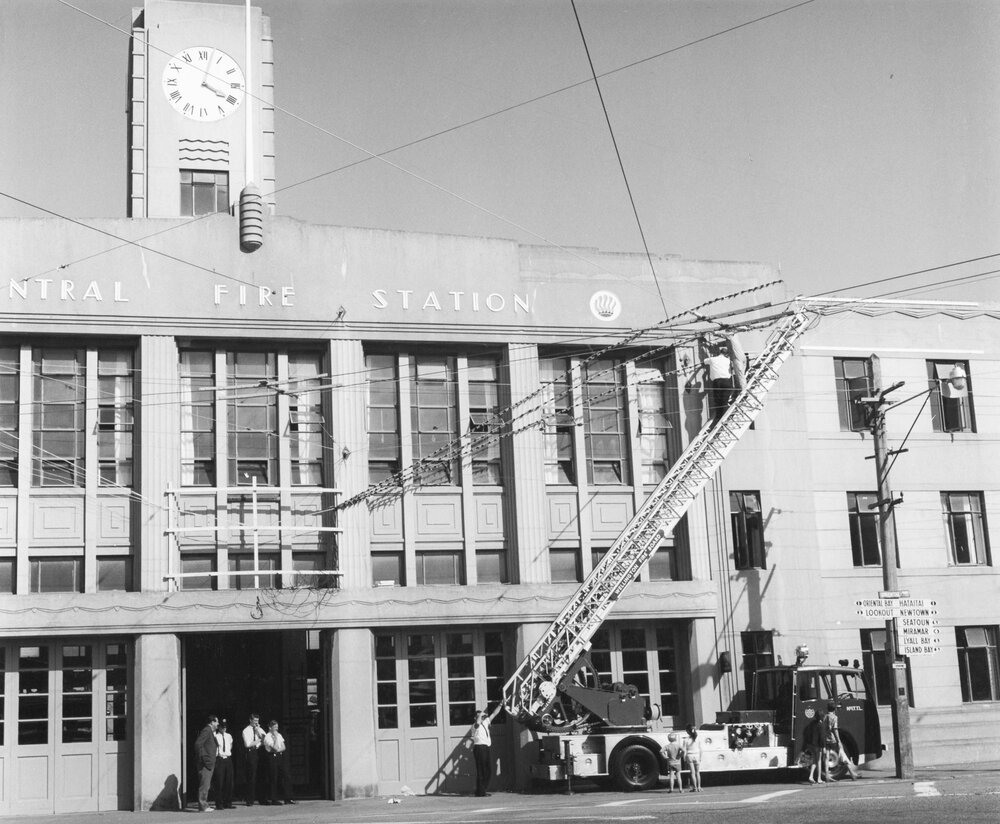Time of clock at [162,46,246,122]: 4:02
